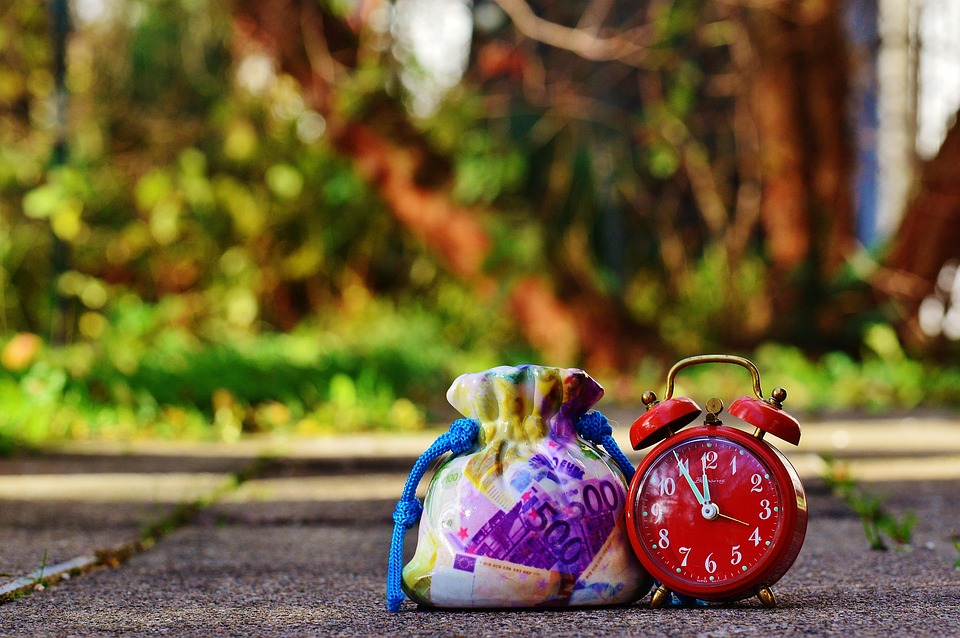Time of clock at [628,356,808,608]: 11:54
